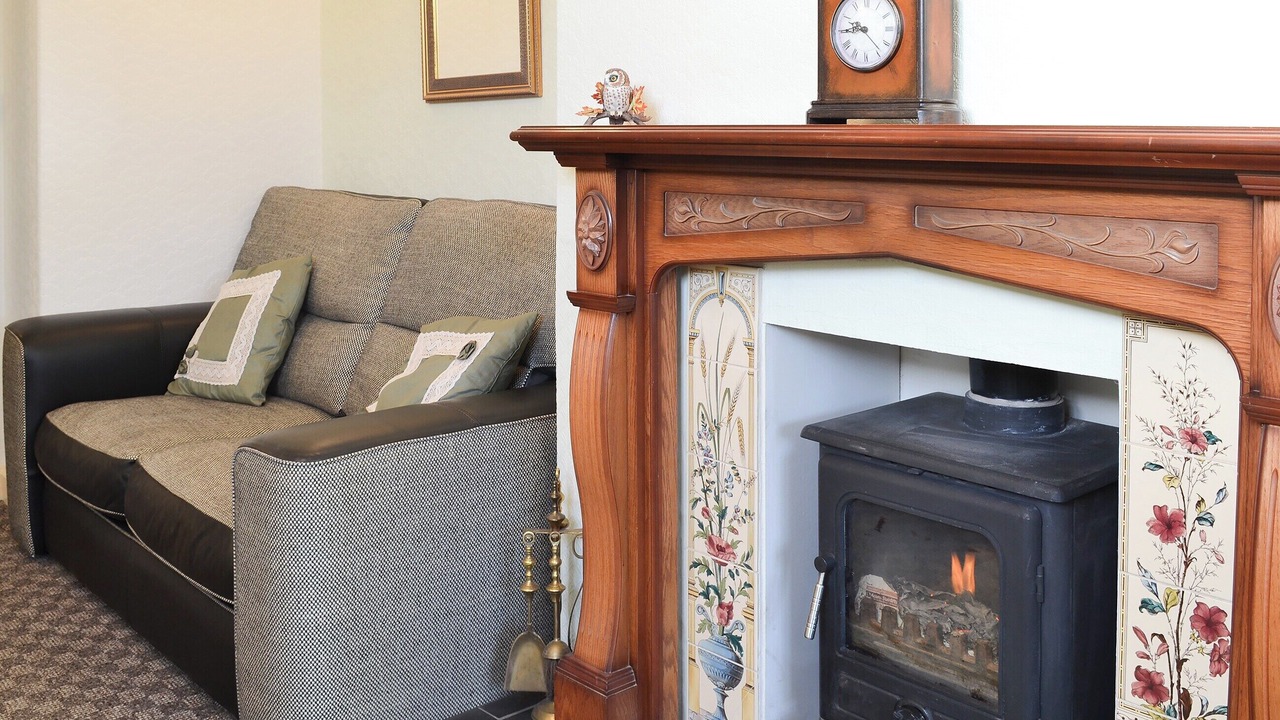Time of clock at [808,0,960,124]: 9:45
